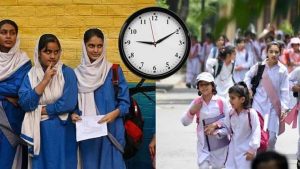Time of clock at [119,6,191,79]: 9:10
